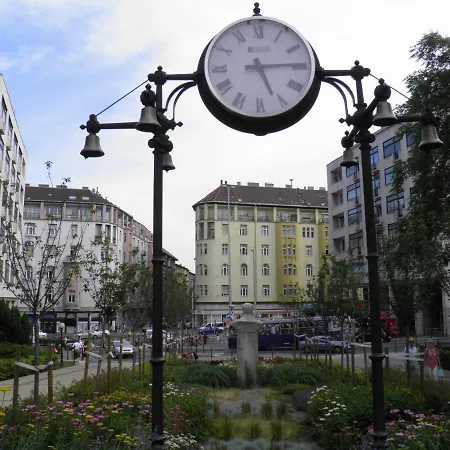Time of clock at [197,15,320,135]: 5:14
